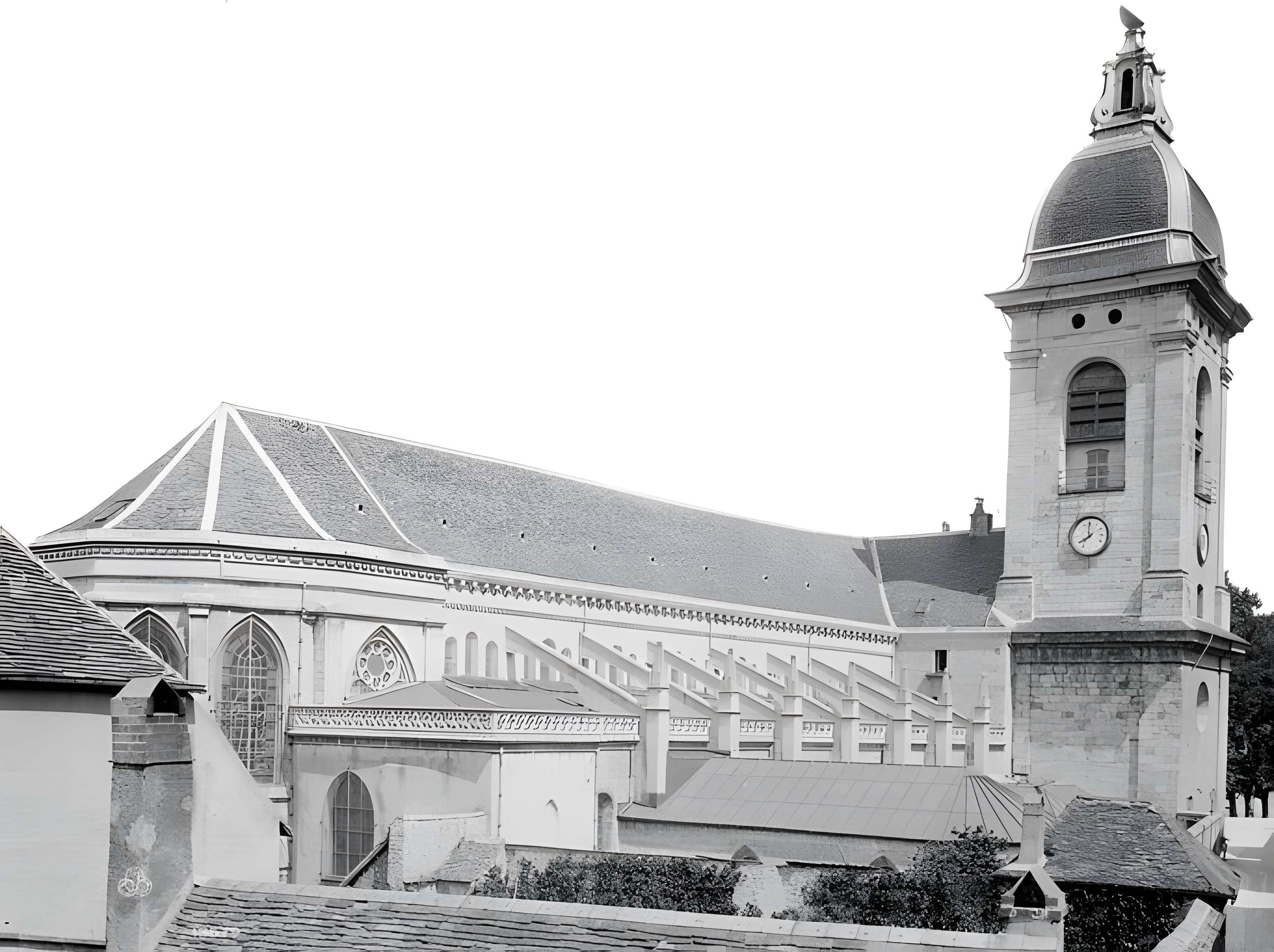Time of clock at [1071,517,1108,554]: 7:59
